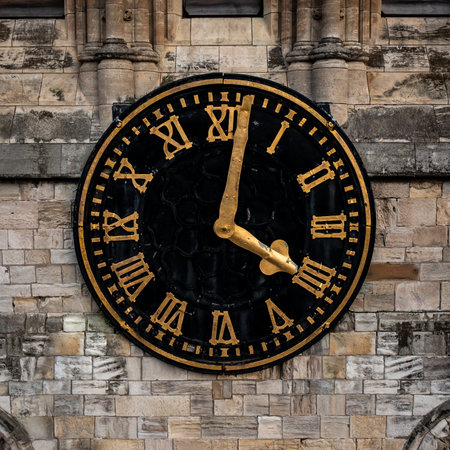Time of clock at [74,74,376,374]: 4:01
